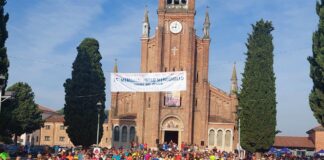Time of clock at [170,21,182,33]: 9:01
